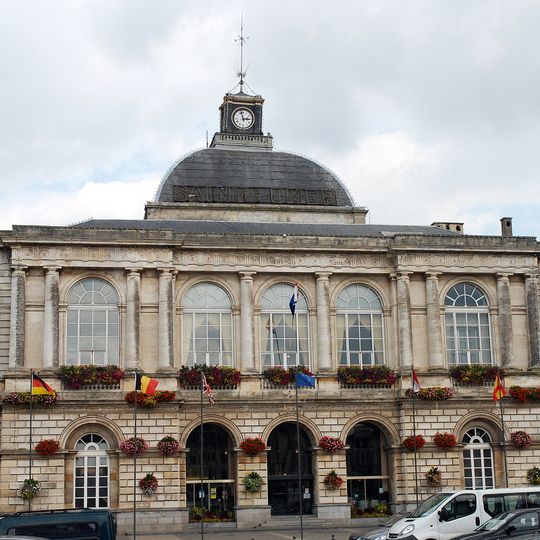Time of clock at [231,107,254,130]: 2:57
